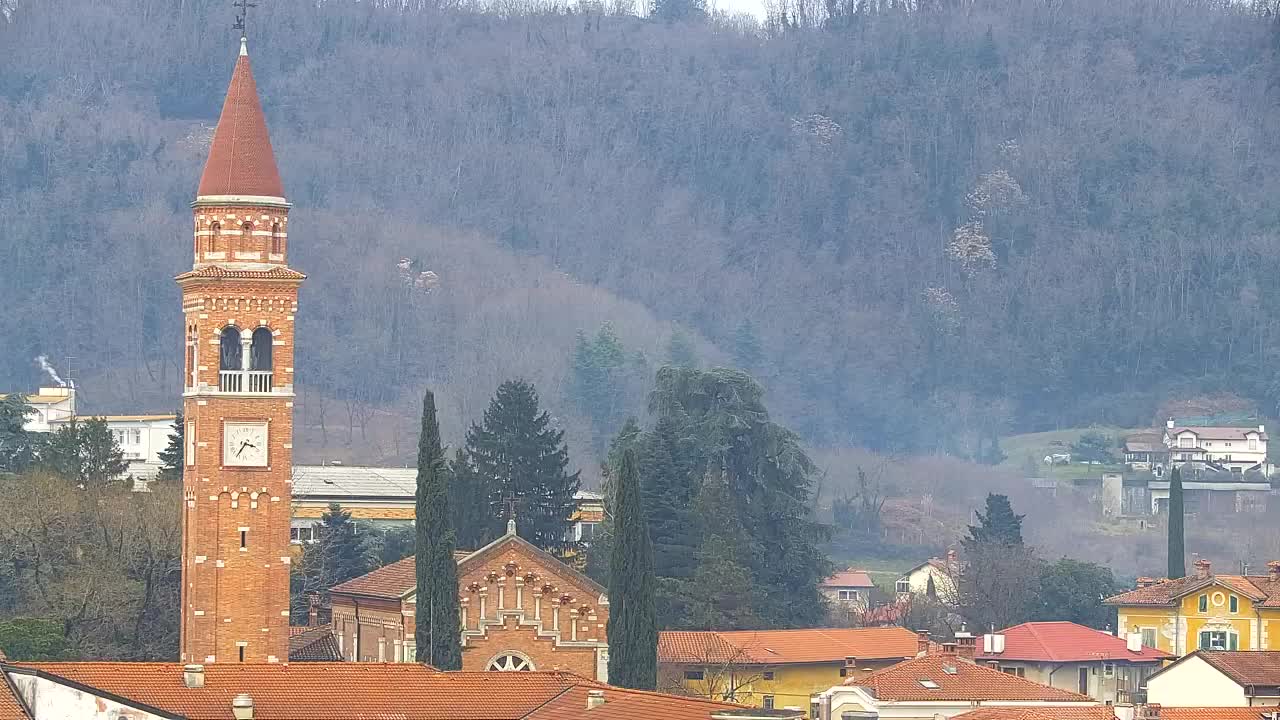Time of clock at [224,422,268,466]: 3:35
